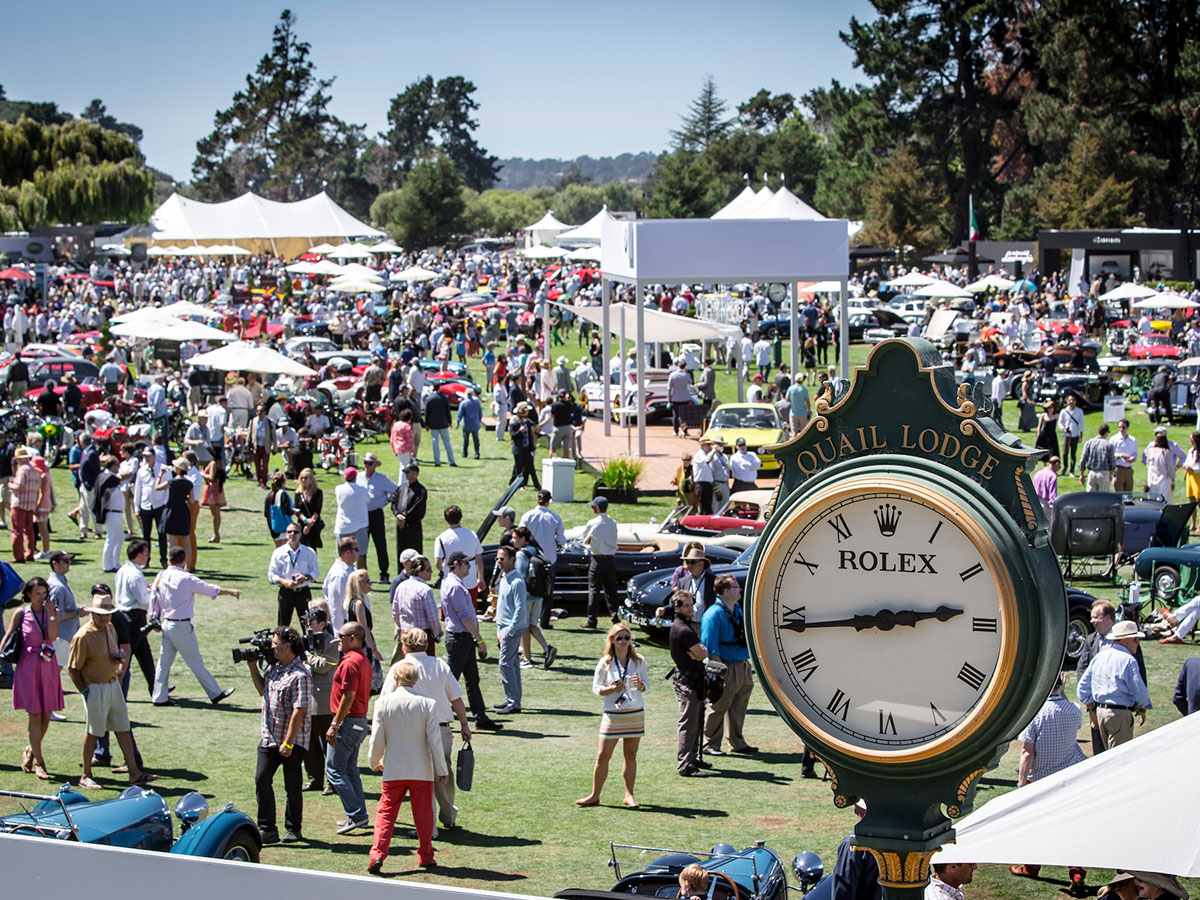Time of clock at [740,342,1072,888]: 2:43
